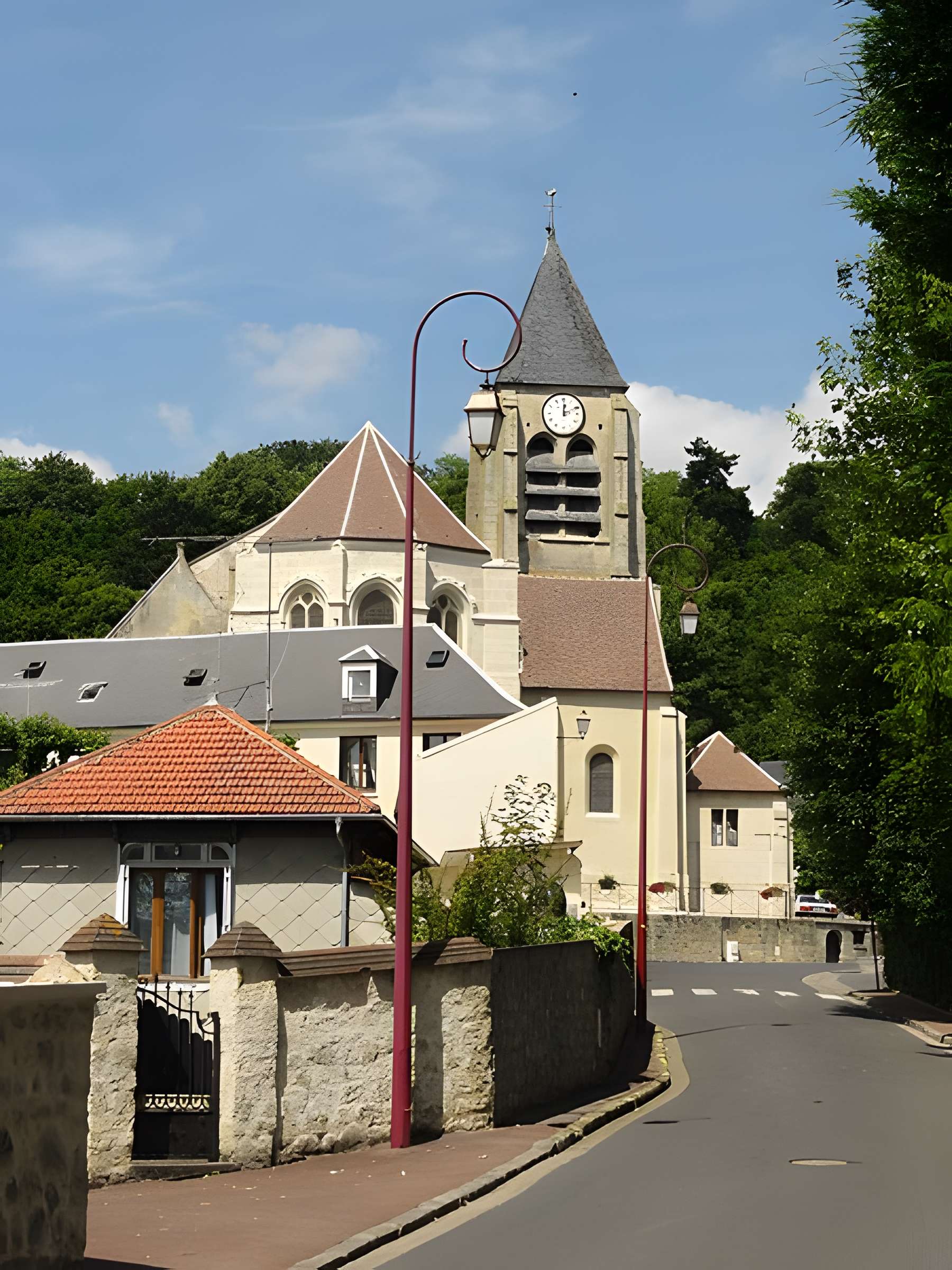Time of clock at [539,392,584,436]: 12:10
